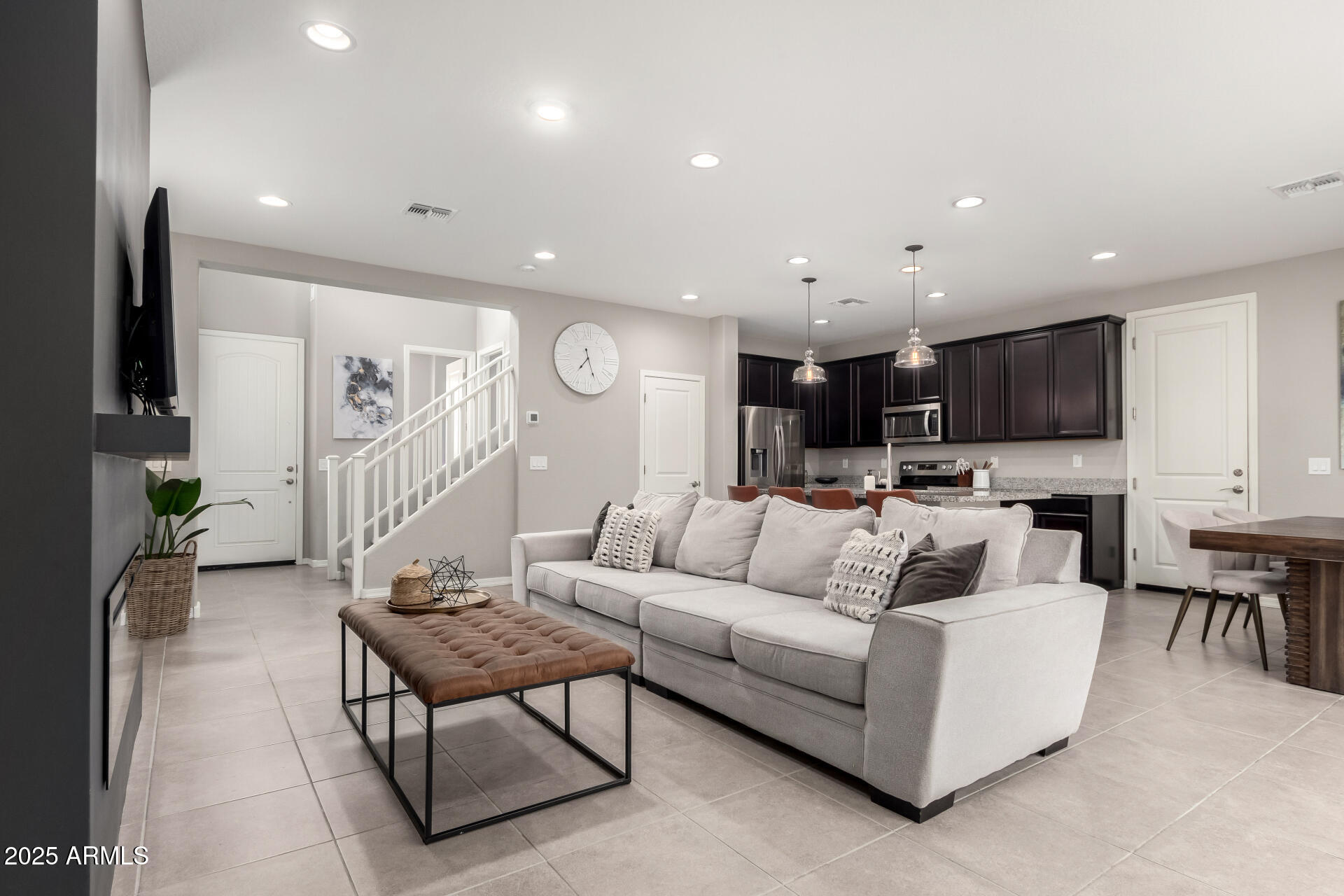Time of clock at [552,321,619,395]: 7:26
